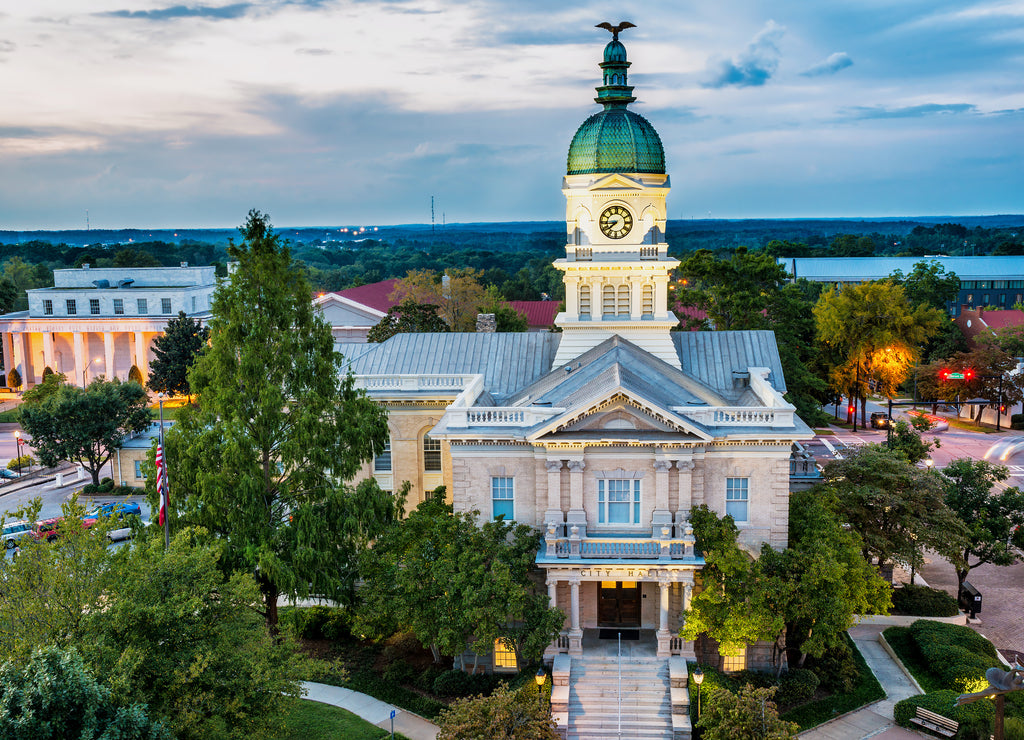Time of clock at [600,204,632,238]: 7:43
